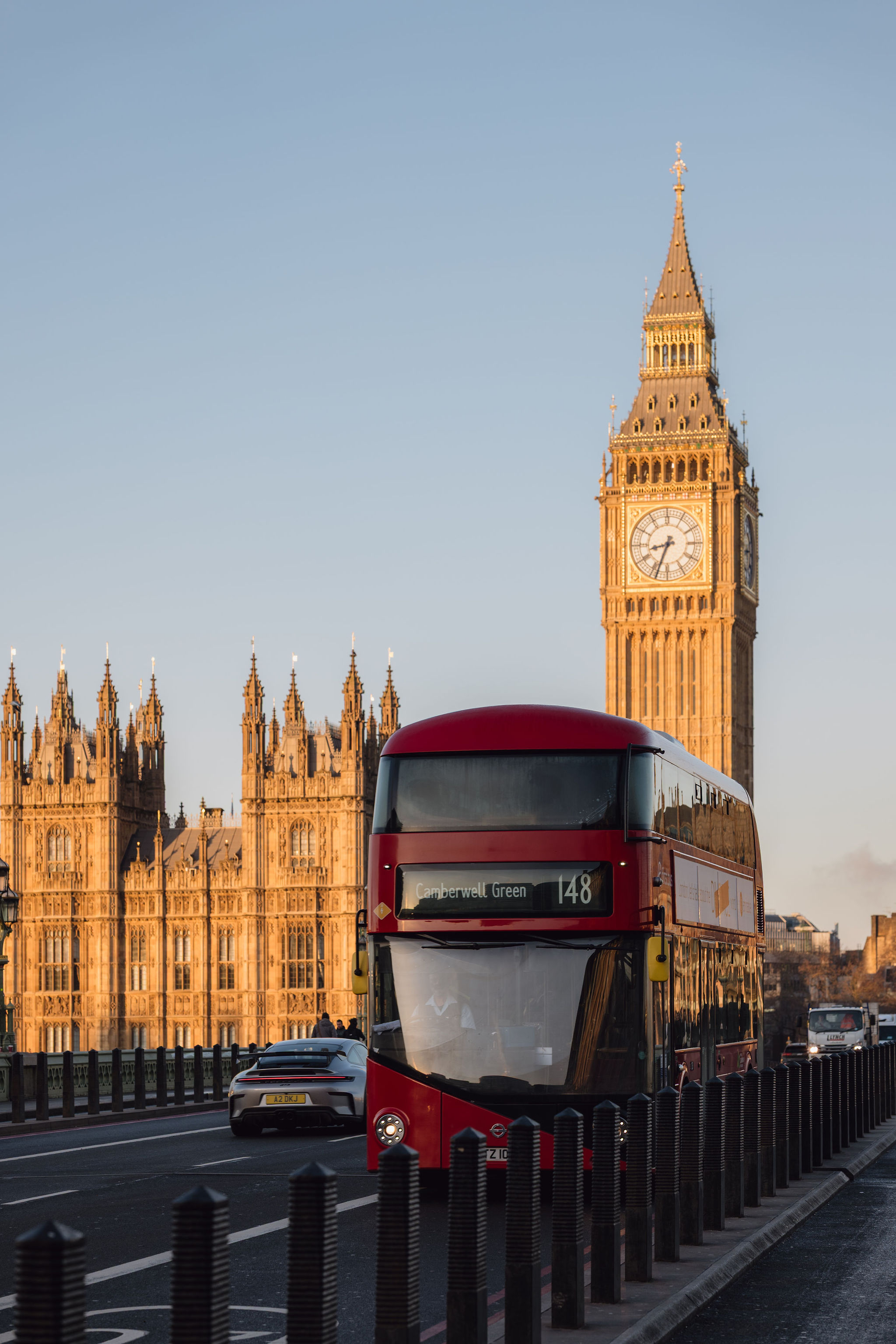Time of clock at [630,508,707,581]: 8:33
